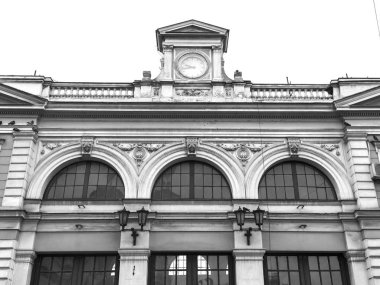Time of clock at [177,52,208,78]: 9:42
